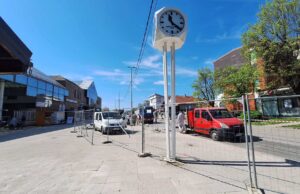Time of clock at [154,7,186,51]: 11:21
